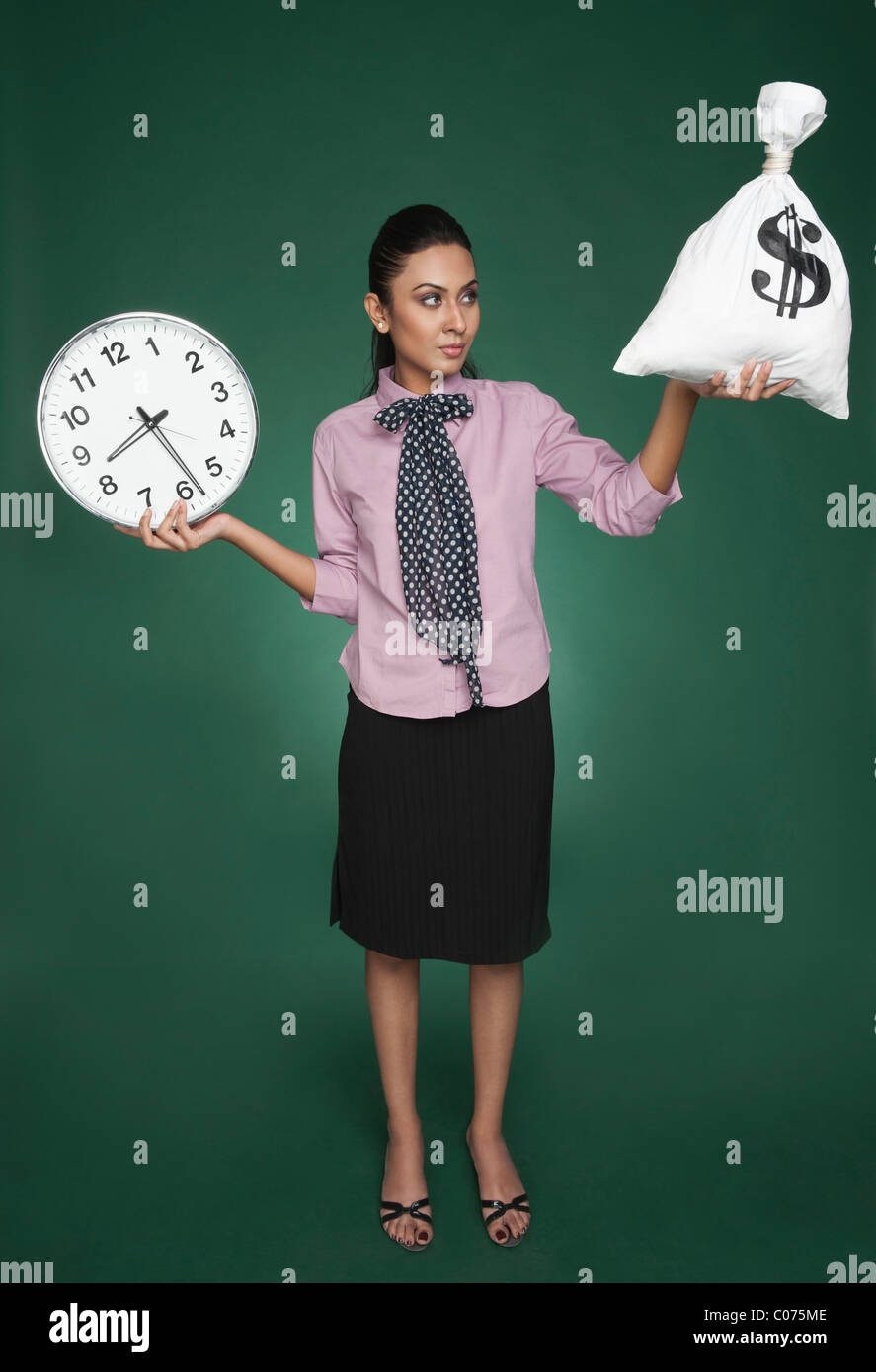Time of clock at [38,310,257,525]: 8:27
